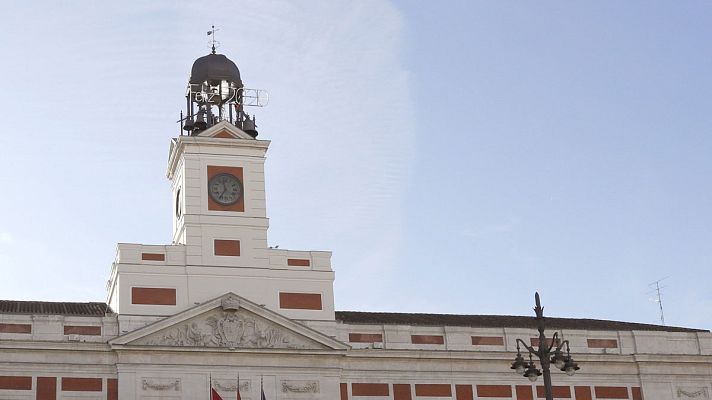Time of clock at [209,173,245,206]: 11:35
